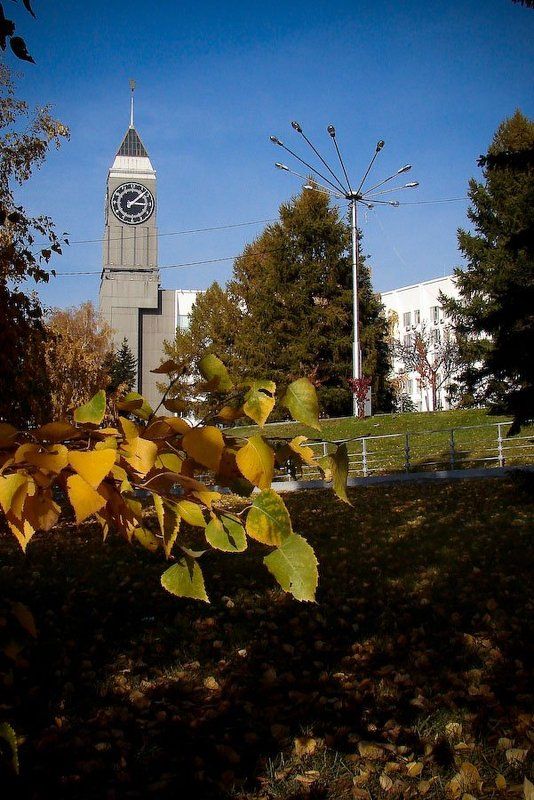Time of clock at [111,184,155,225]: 3:07
